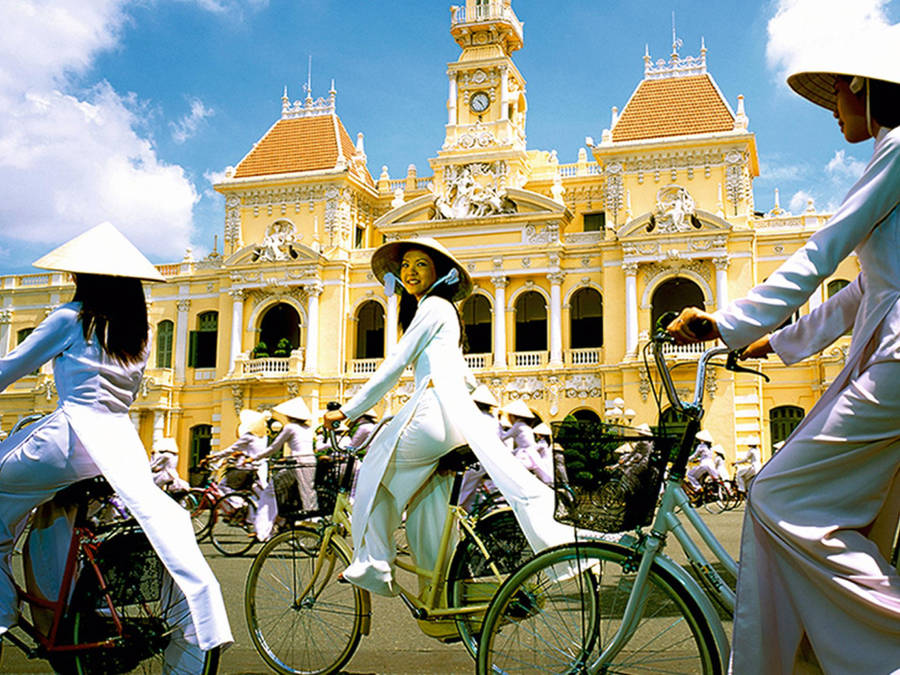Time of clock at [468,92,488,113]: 10:24
